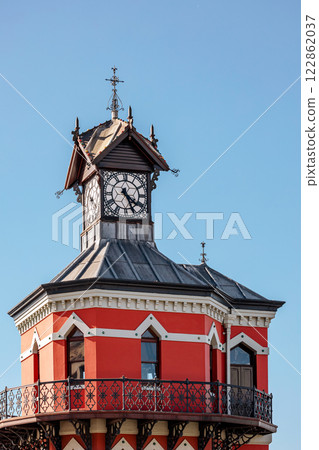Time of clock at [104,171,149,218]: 4:26
